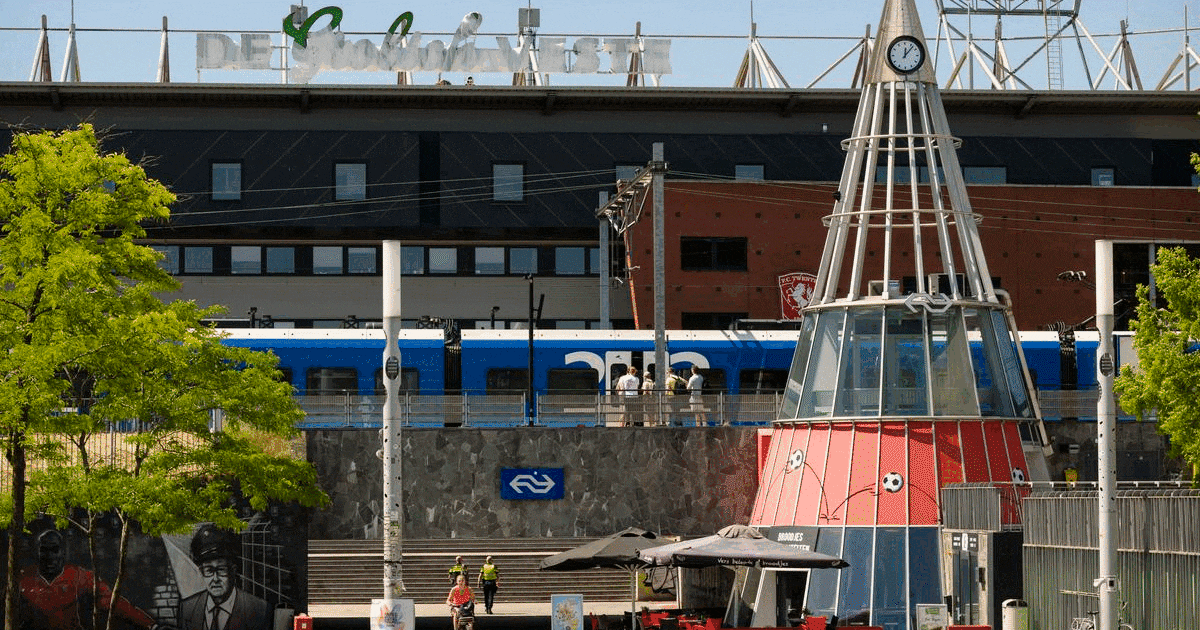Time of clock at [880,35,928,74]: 12:06
